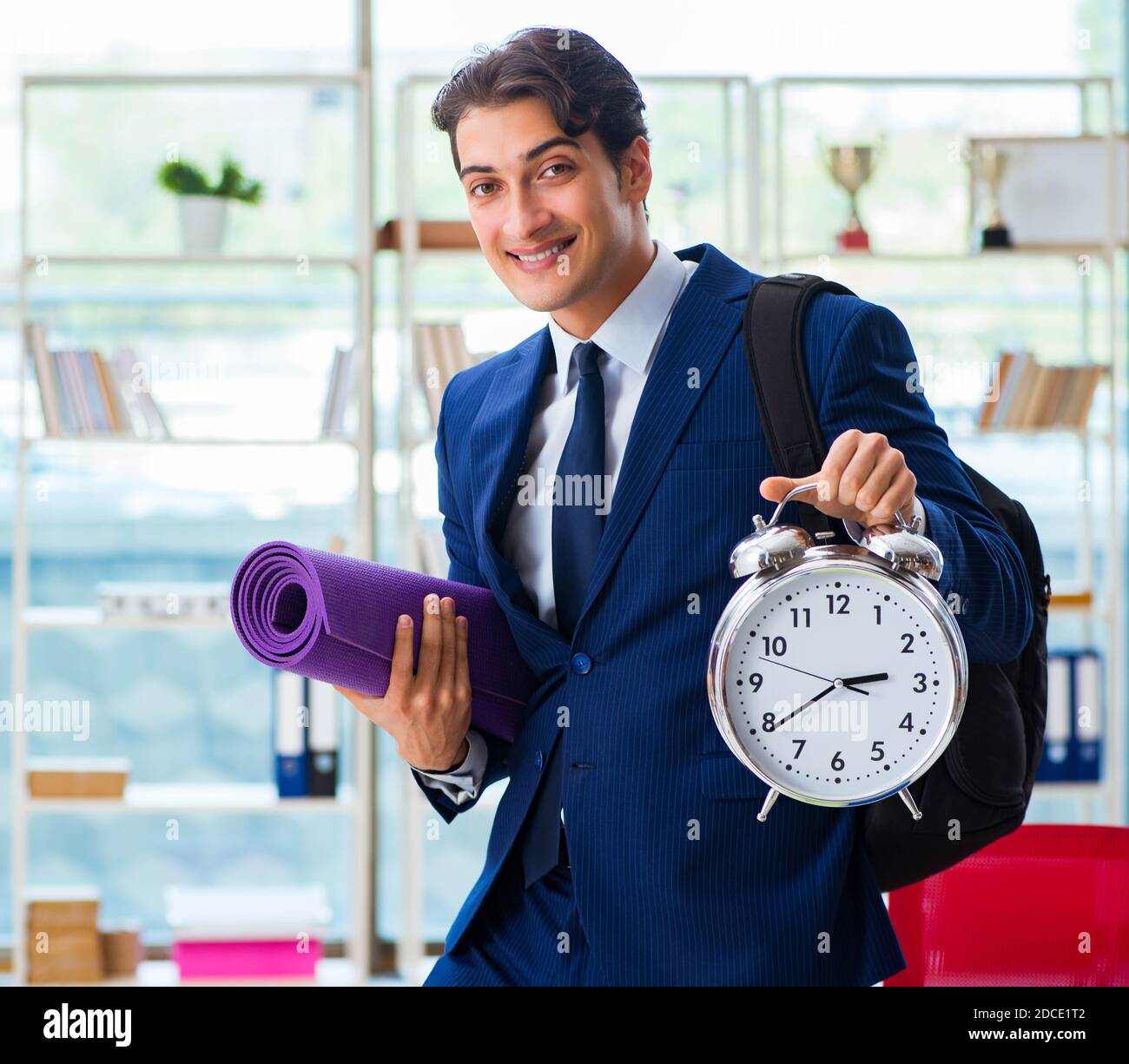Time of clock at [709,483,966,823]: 2:39
